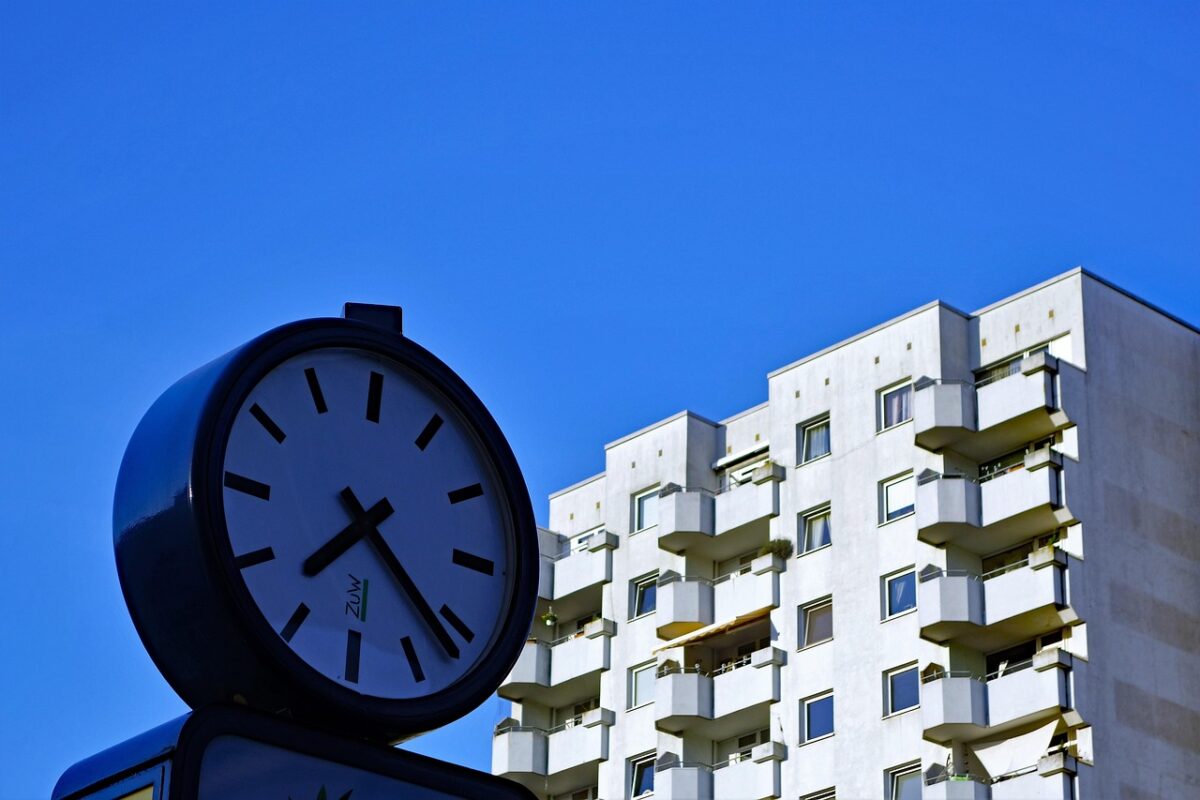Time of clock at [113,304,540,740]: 7:21
